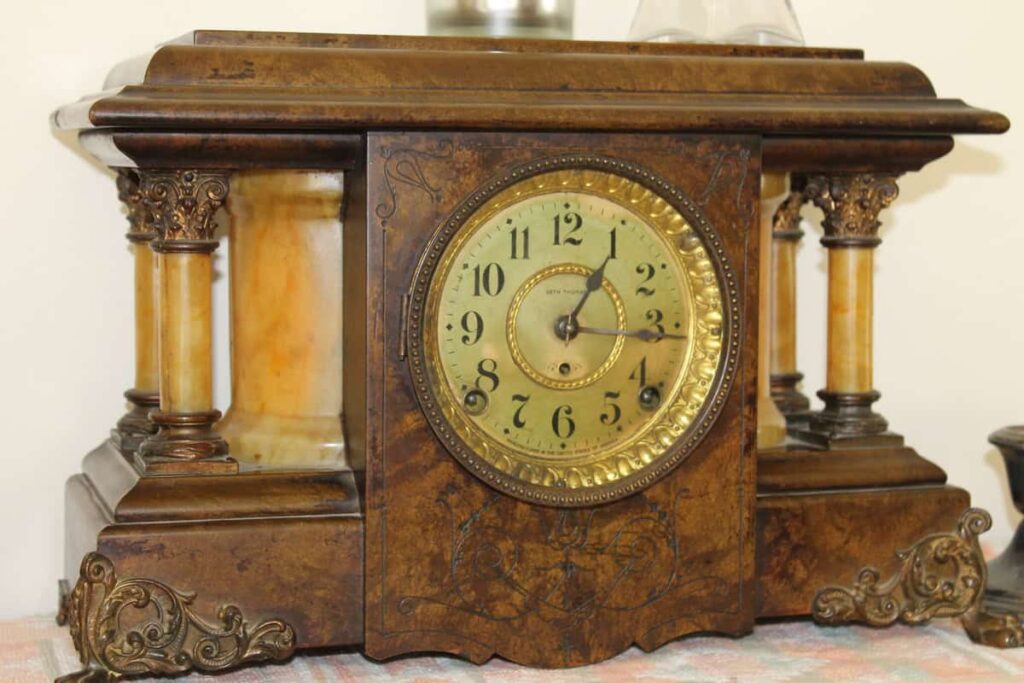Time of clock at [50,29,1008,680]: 3:04
